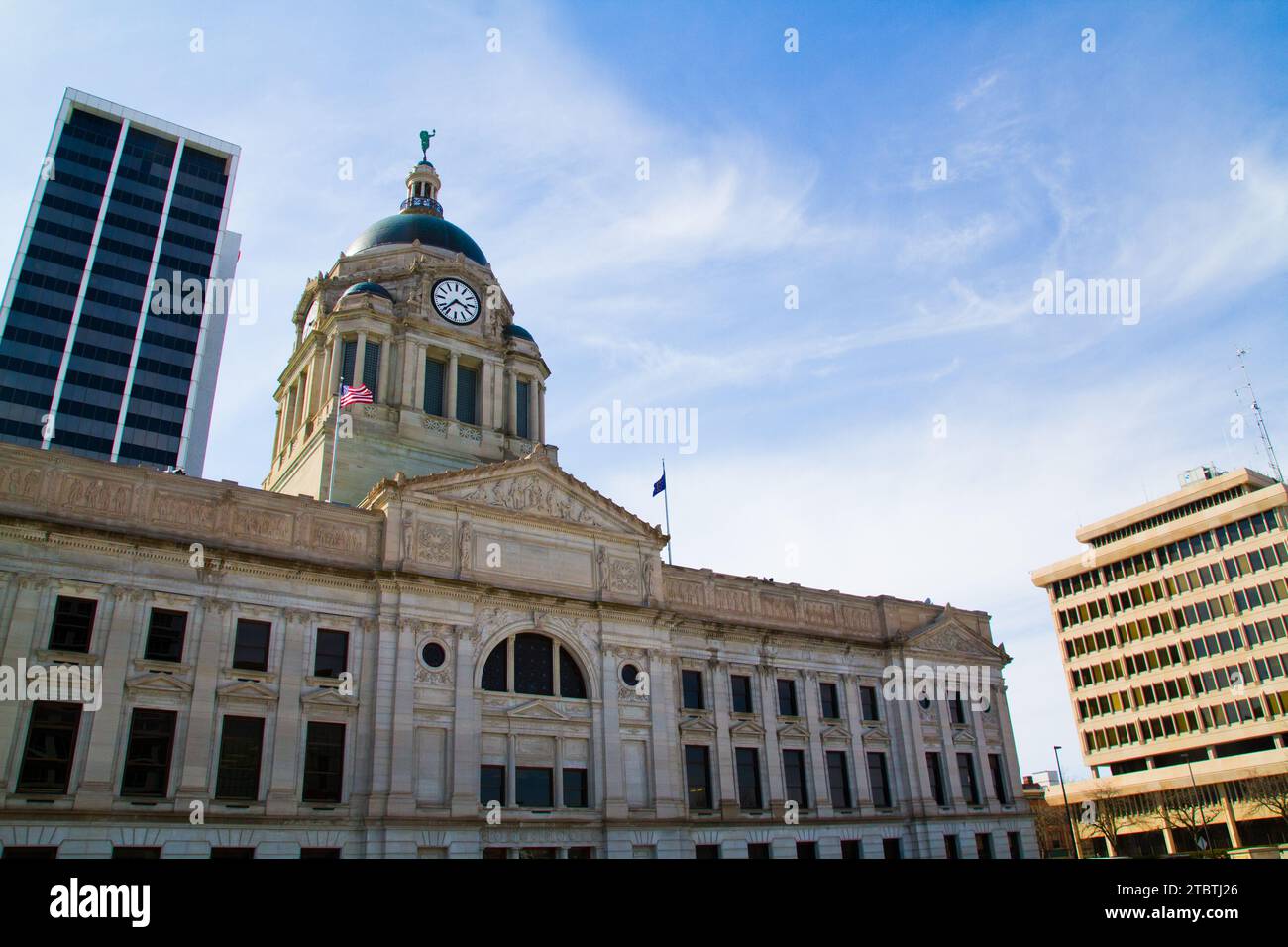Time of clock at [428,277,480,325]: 3:37
